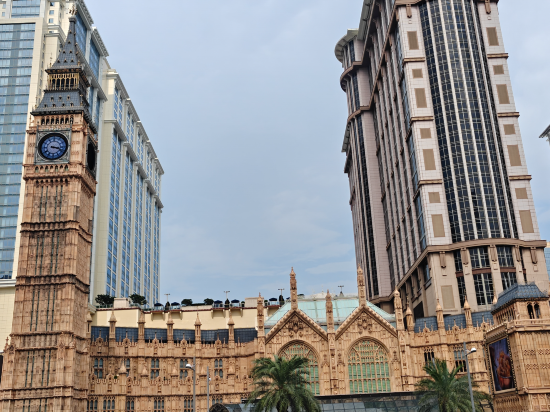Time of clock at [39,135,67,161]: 3:18
